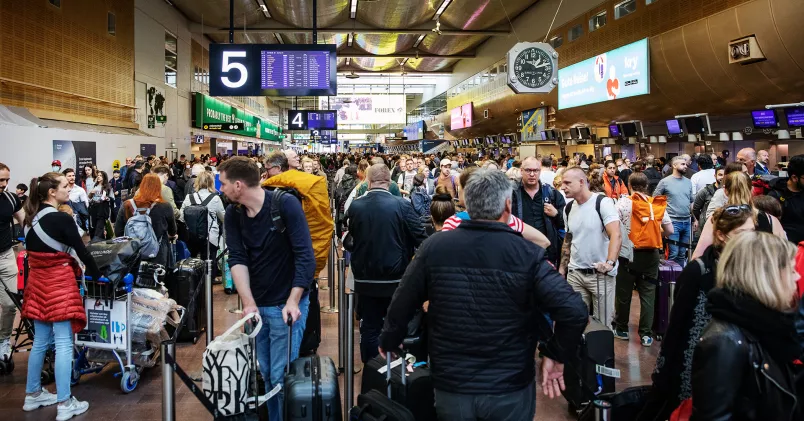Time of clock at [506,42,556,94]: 1:12
